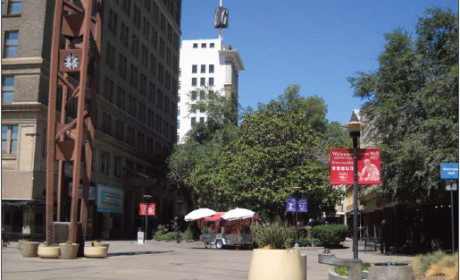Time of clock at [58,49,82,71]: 12:07
